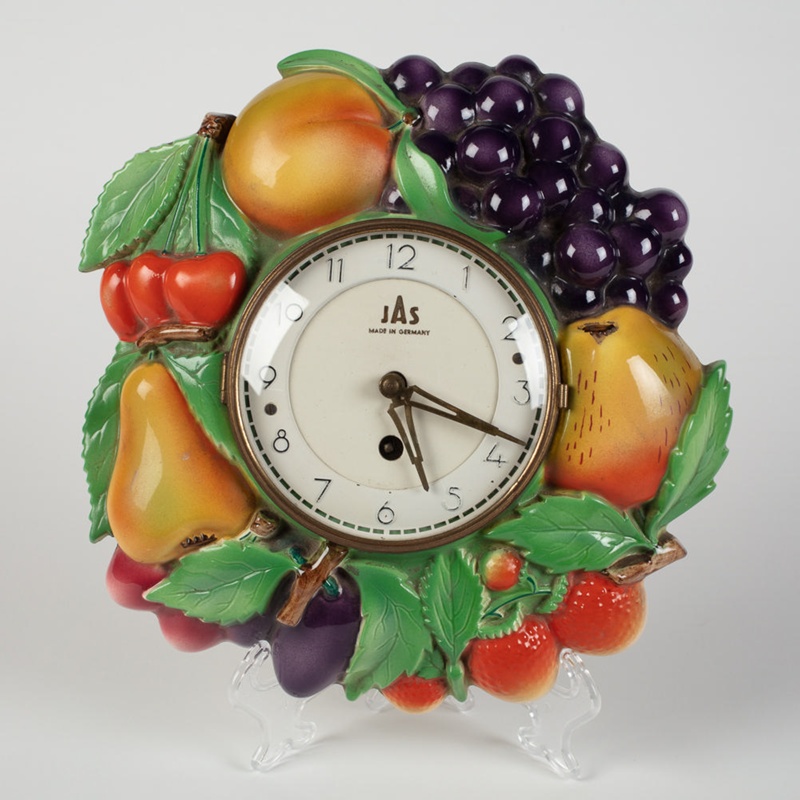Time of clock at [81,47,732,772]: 5:18
